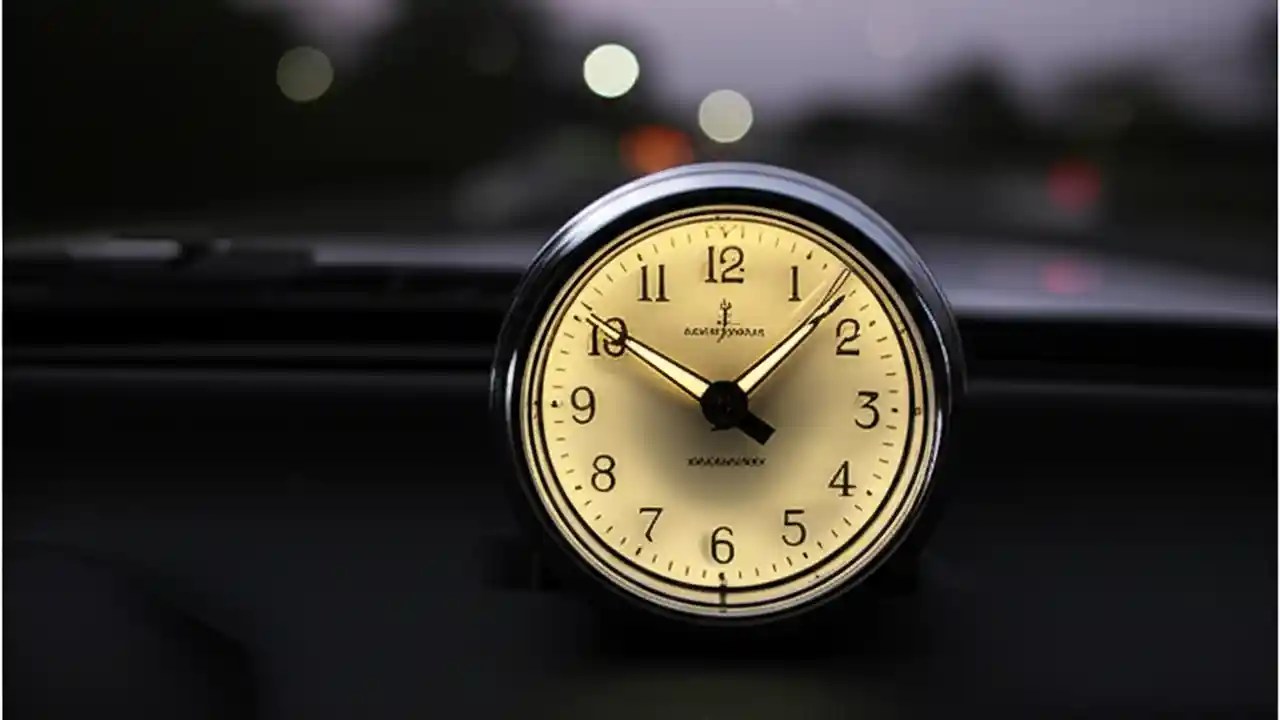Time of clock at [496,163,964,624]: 10:07
